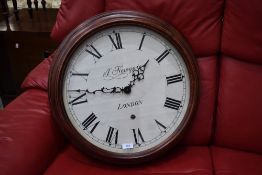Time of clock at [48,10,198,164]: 1:46
